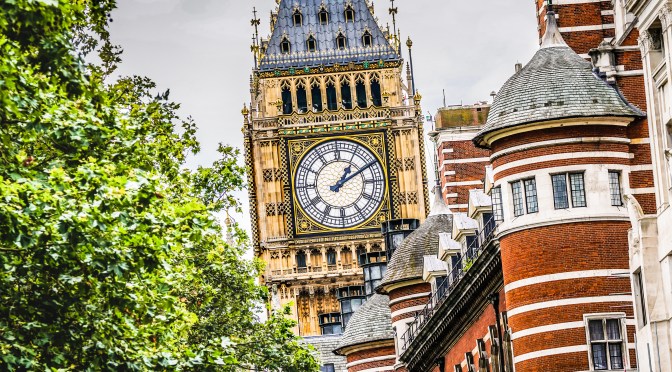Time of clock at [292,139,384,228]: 1:10
